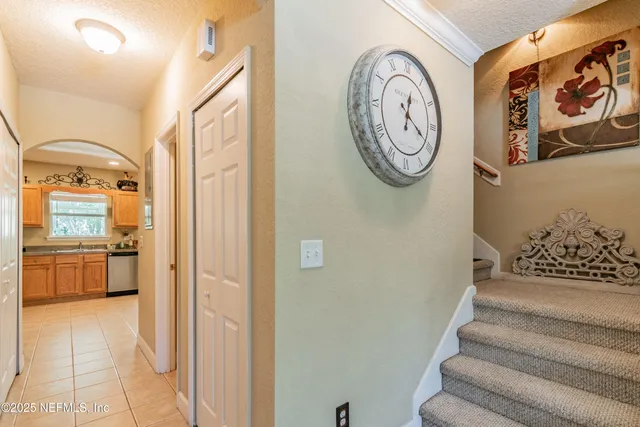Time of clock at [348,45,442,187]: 12:19
